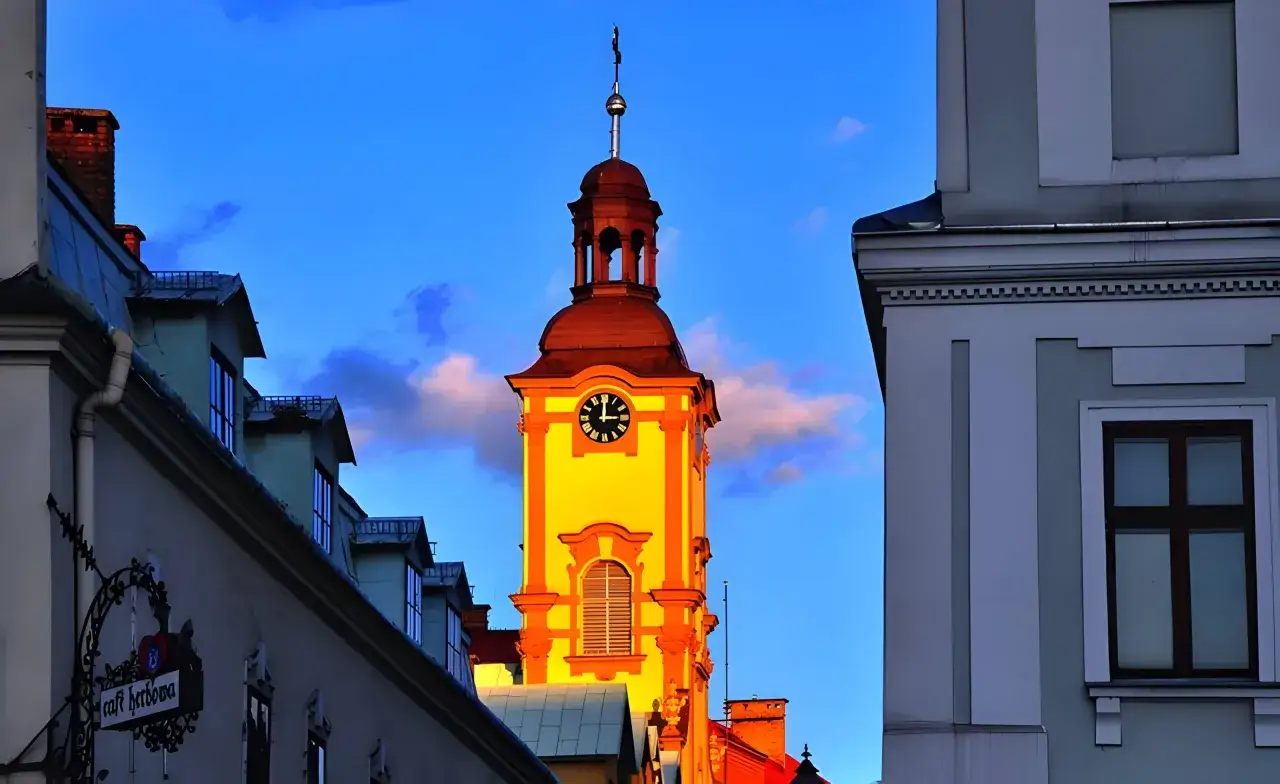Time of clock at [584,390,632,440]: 3:00
